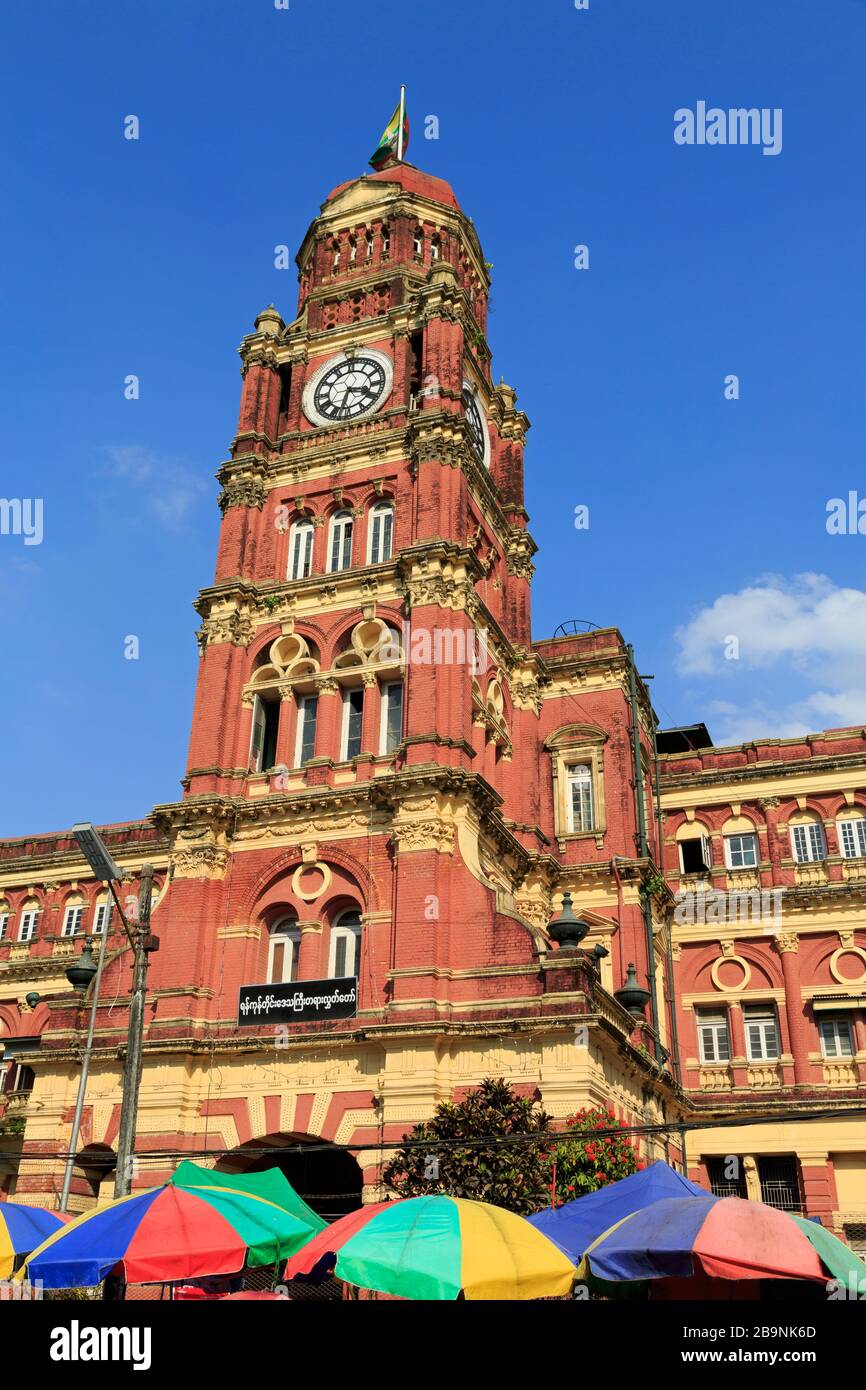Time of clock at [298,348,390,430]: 3:32
